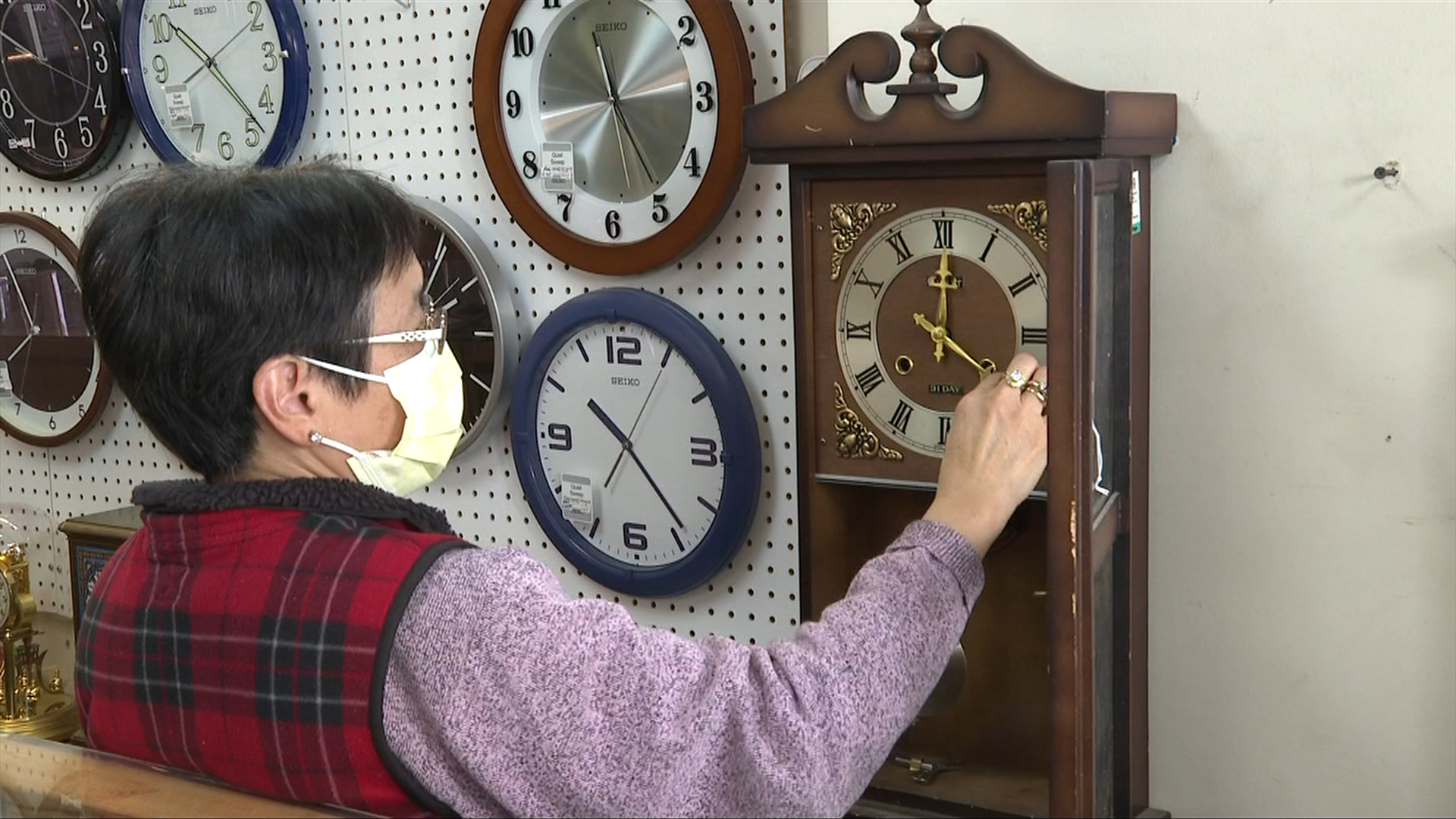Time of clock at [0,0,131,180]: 11:50
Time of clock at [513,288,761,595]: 10:23
